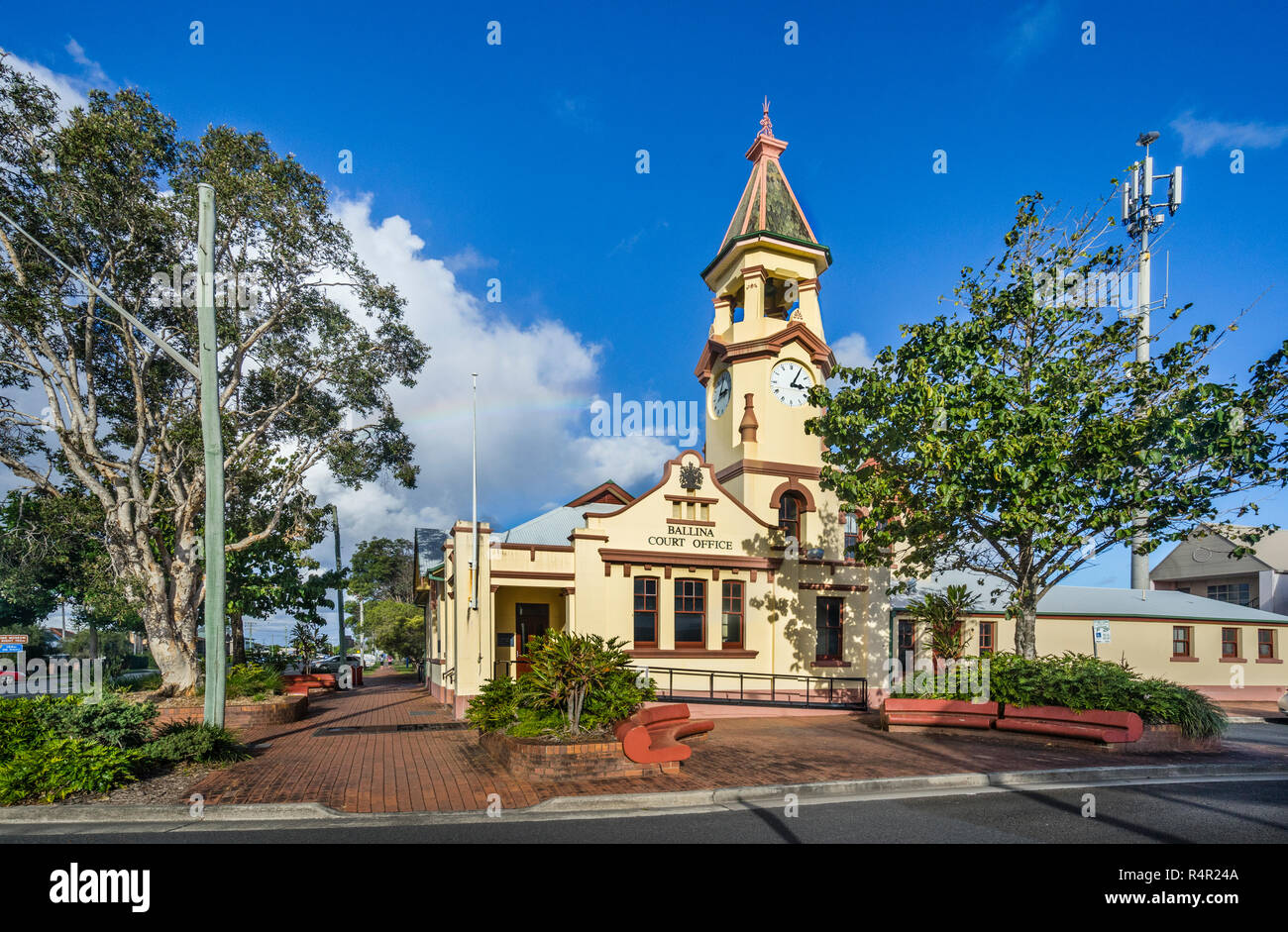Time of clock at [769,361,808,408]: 3:05
